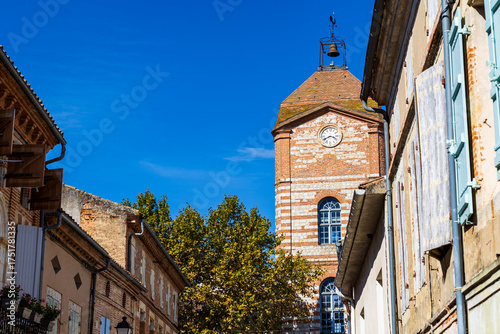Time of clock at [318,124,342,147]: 3:40
